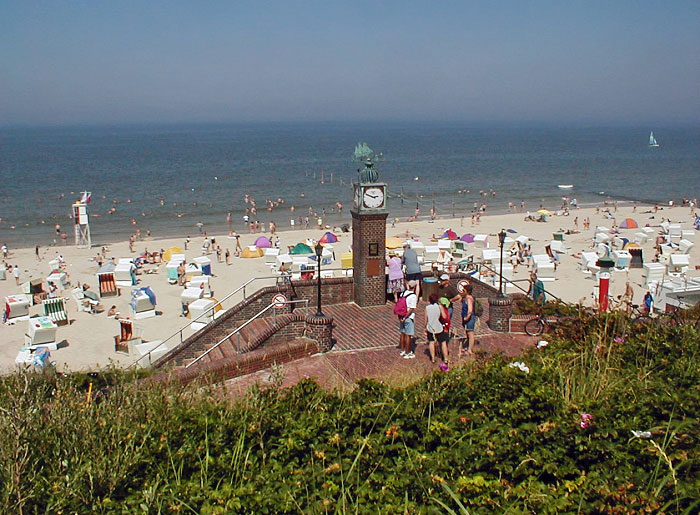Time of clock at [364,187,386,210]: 2:48
